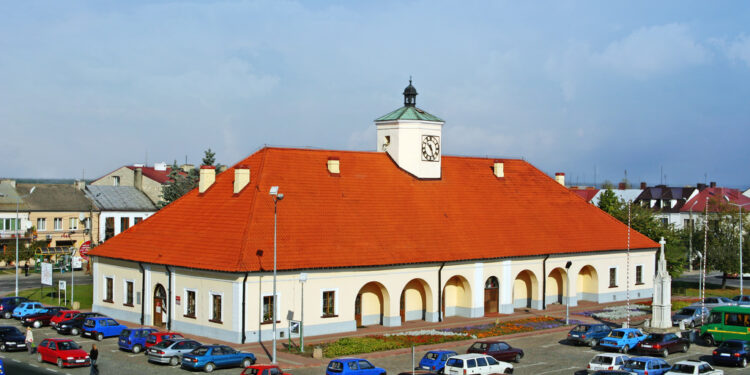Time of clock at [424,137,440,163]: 10:26
